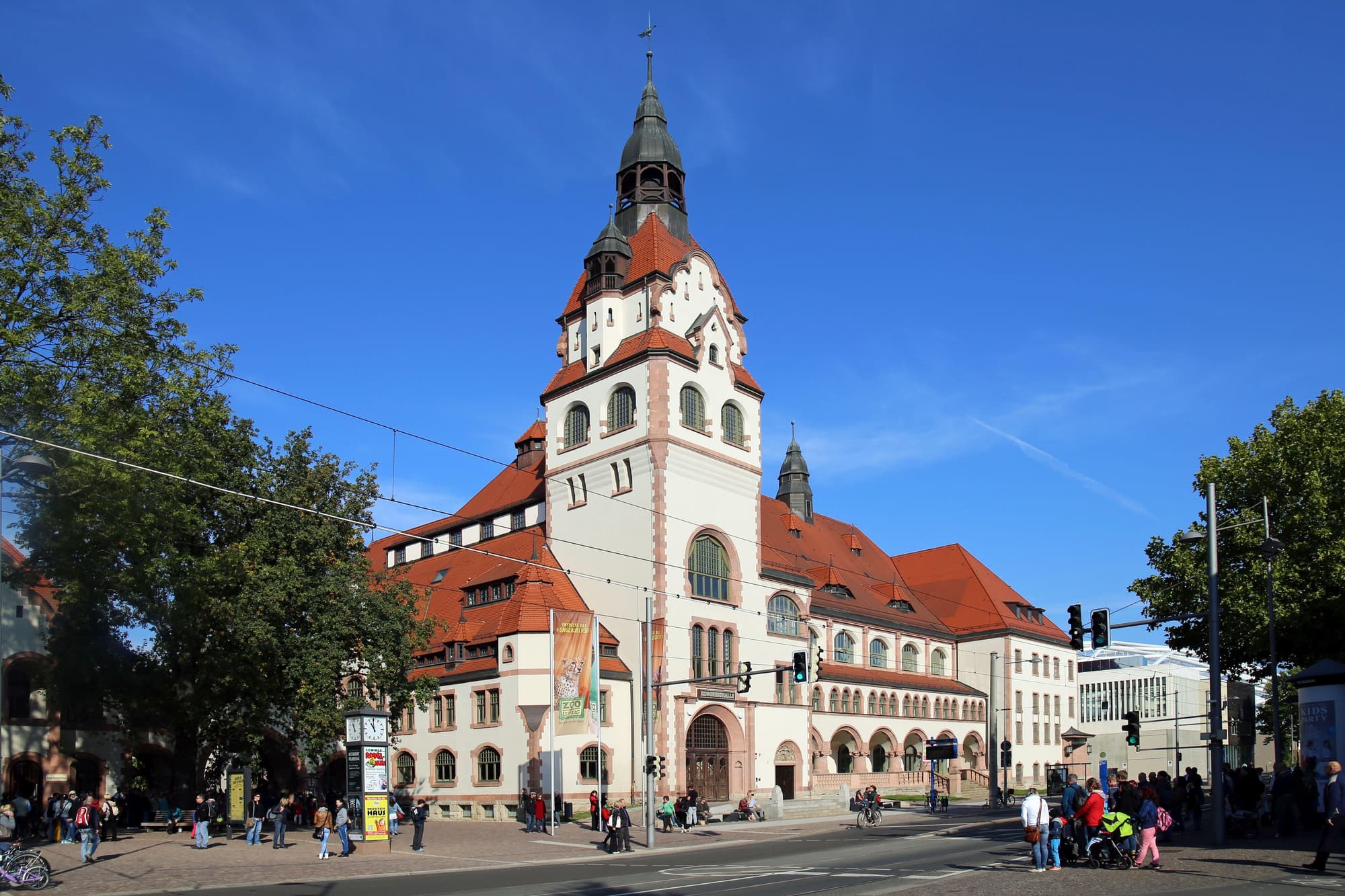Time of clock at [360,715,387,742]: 10:59
